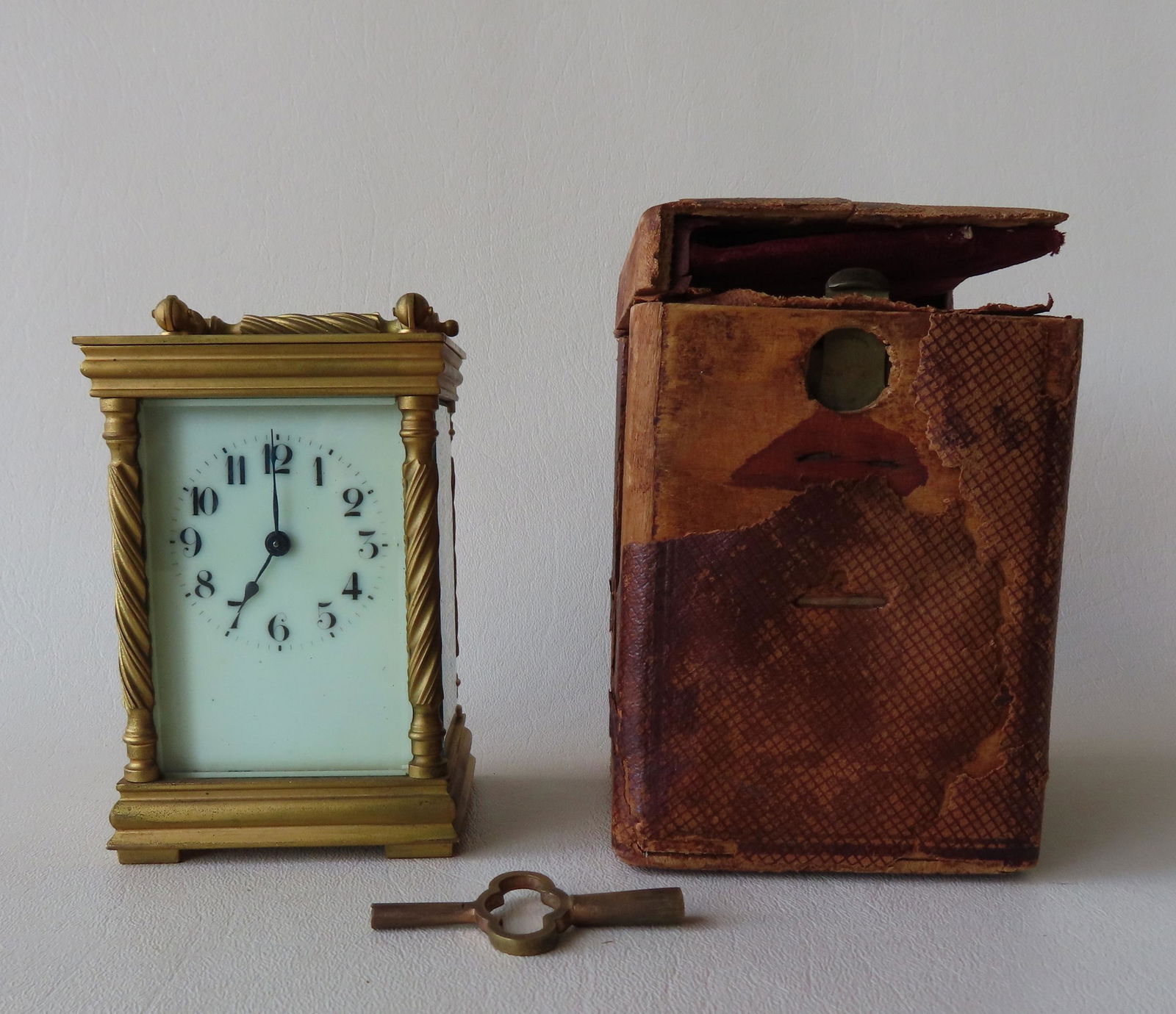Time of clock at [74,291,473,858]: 7:00
